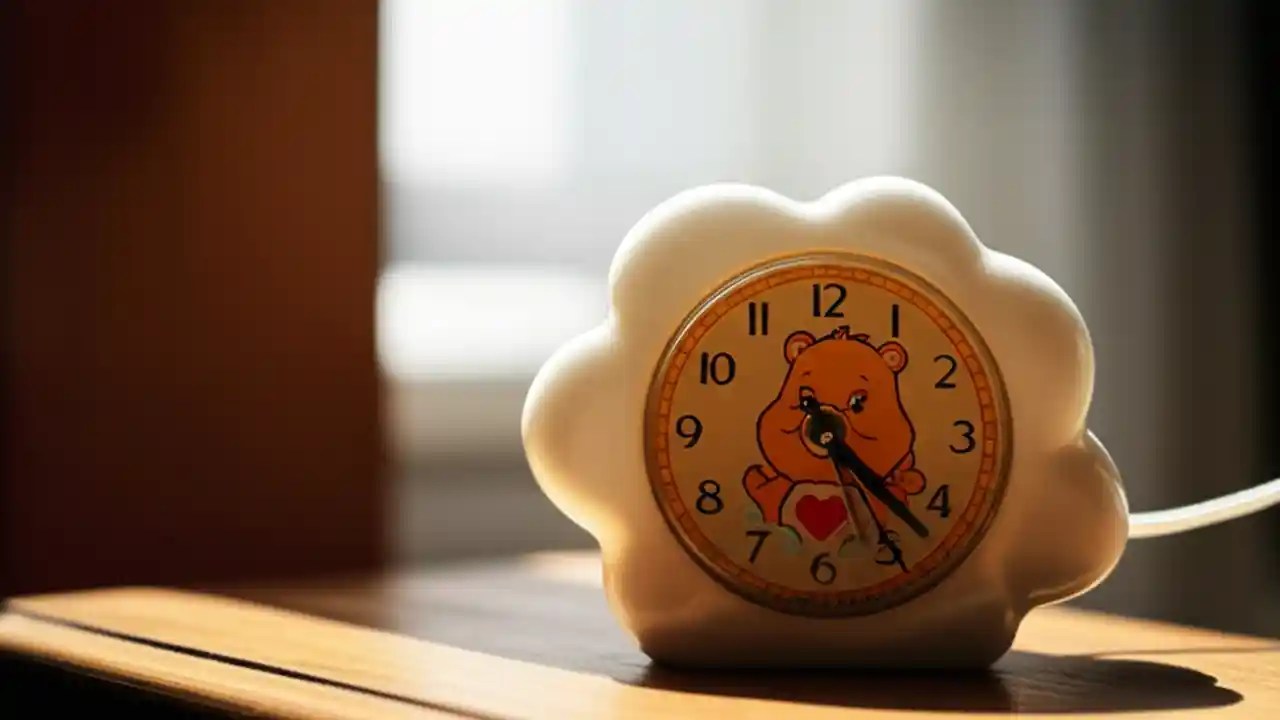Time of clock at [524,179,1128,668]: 4:22
